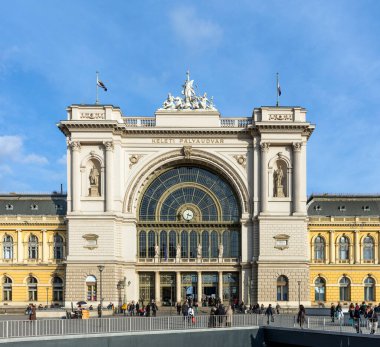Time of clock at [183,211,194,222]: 3:32
